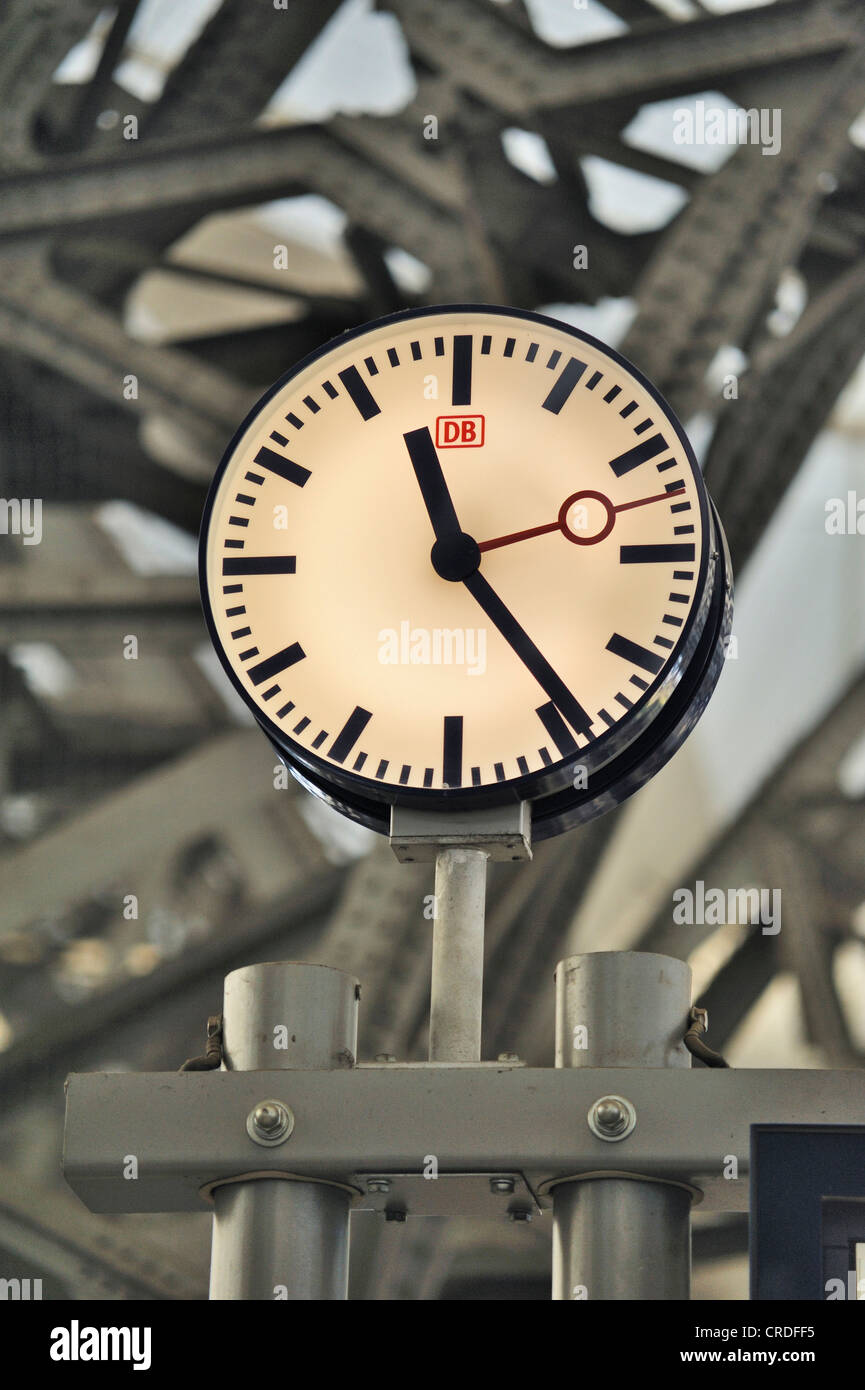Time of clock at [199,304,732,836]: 11:23
